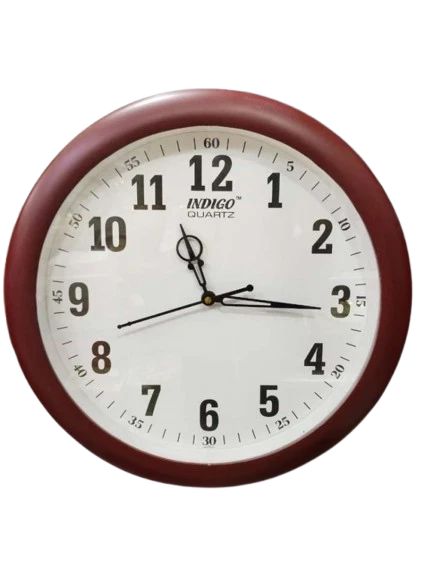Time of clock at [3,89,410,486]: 11:15
